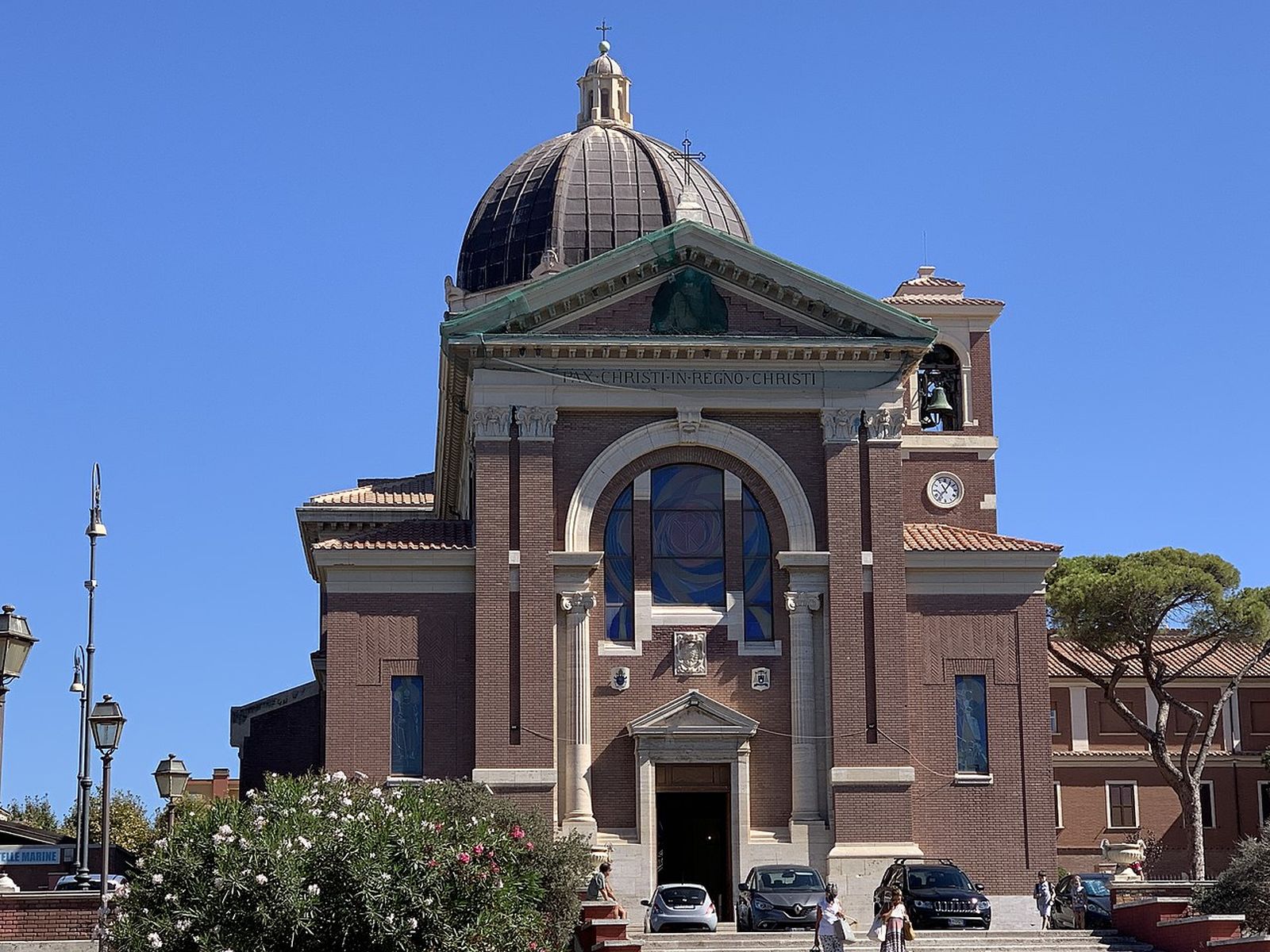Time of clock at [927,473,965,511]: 11:06
